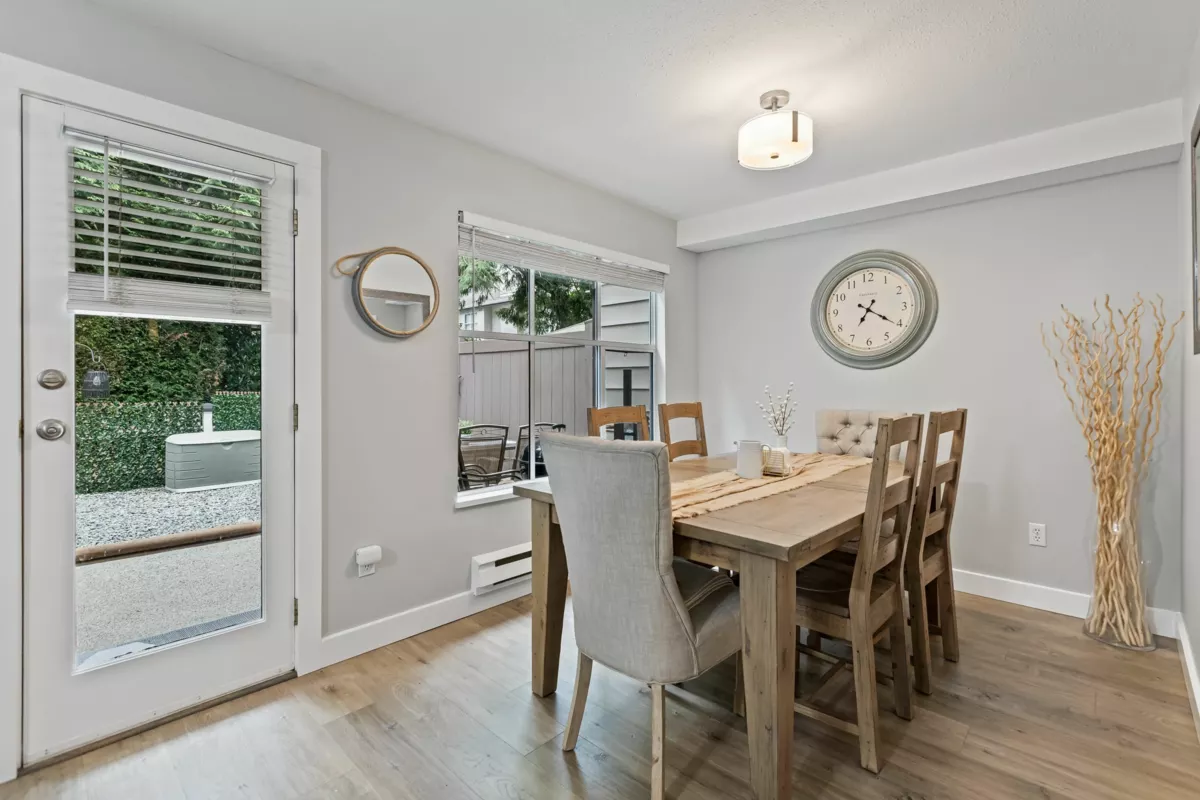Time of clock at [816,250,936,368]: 7:20
